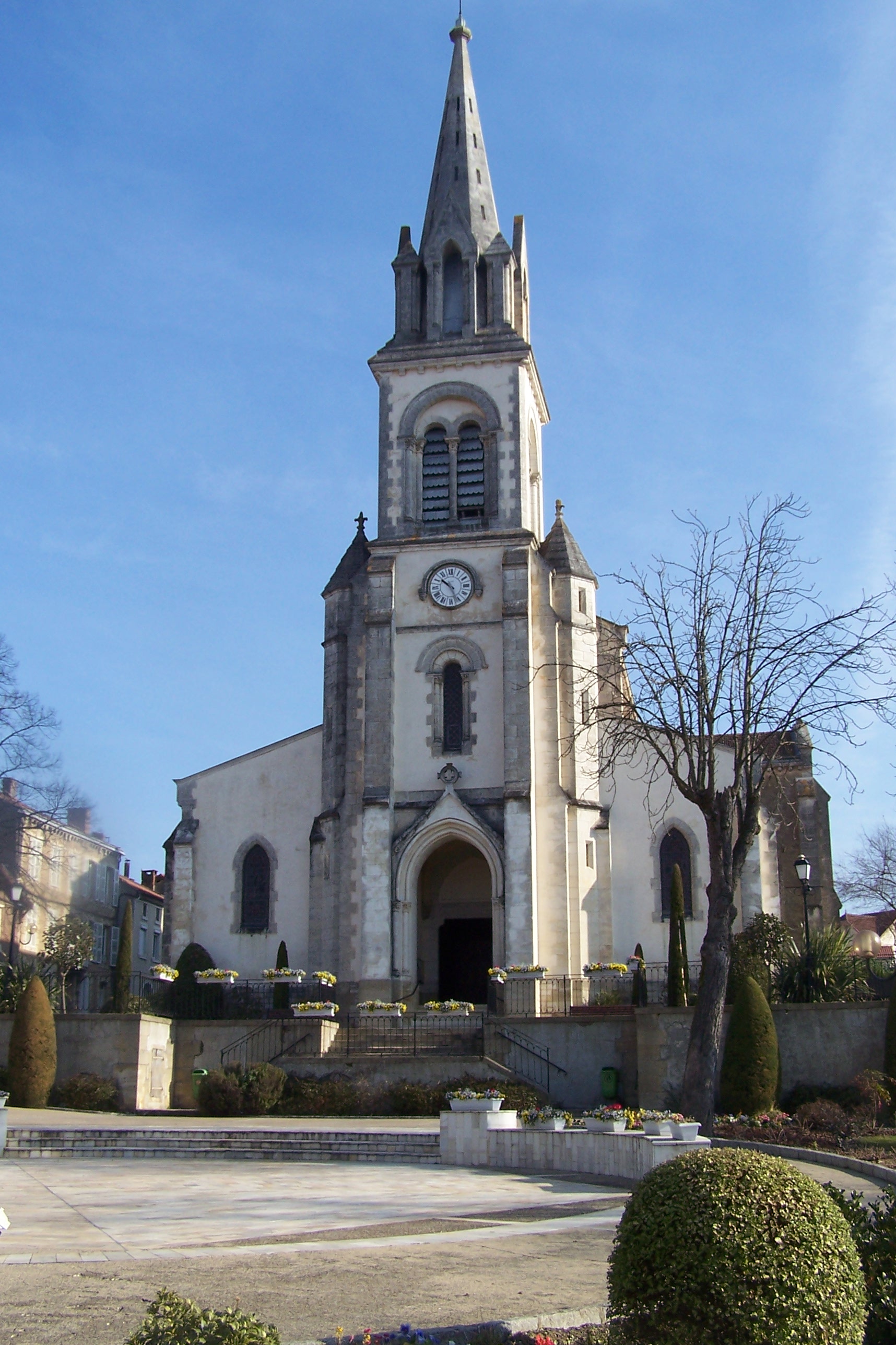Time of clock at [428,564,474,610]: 10:26
